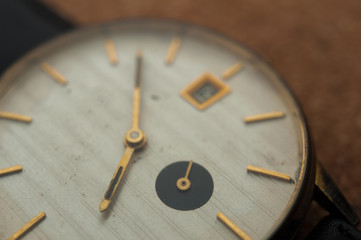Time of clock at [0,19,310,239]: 7:02
